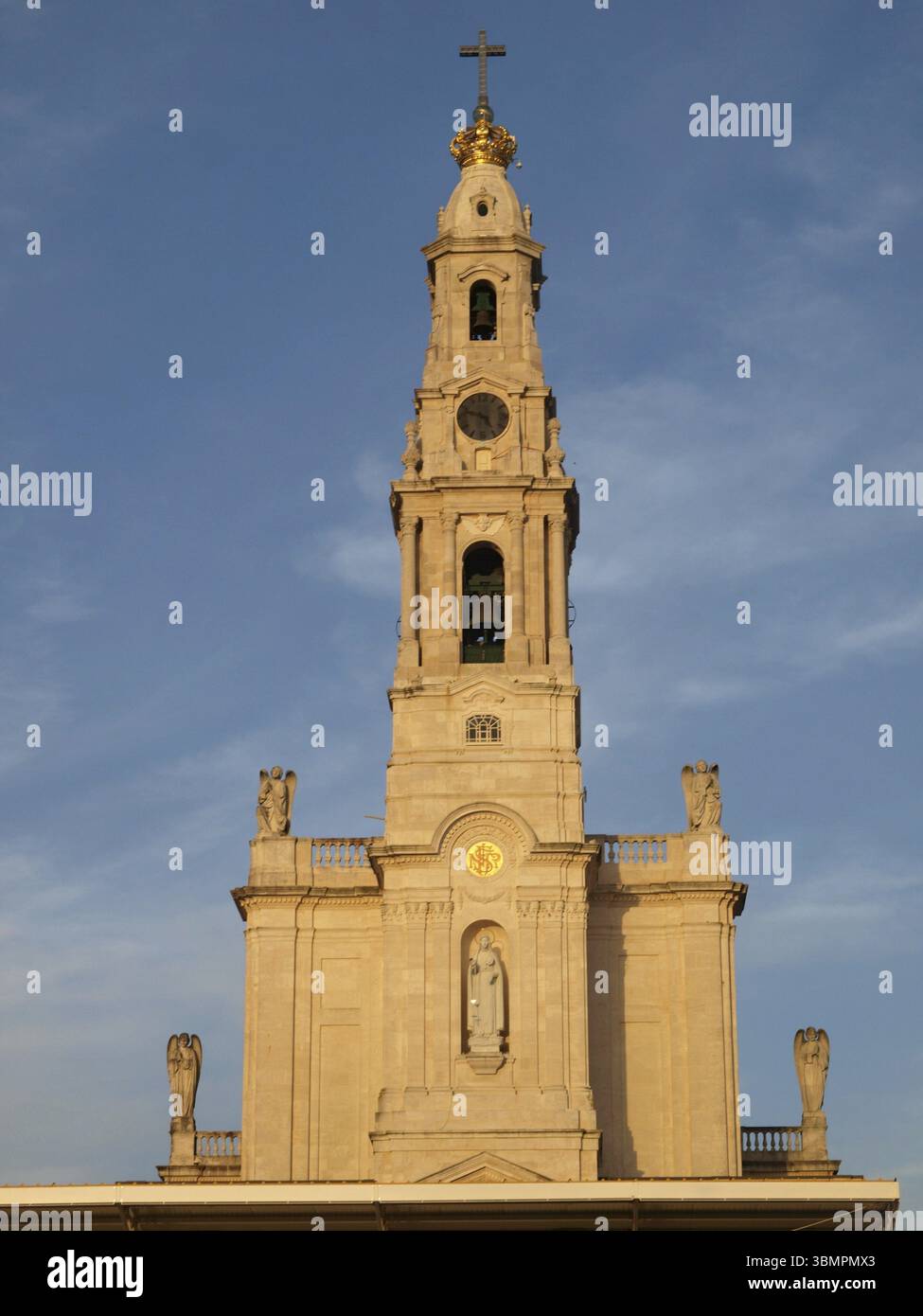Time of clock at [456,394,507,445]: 4:48
